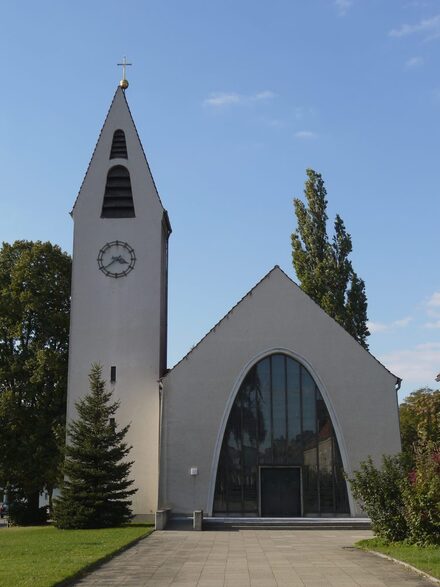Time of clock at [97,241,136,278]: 3:38
